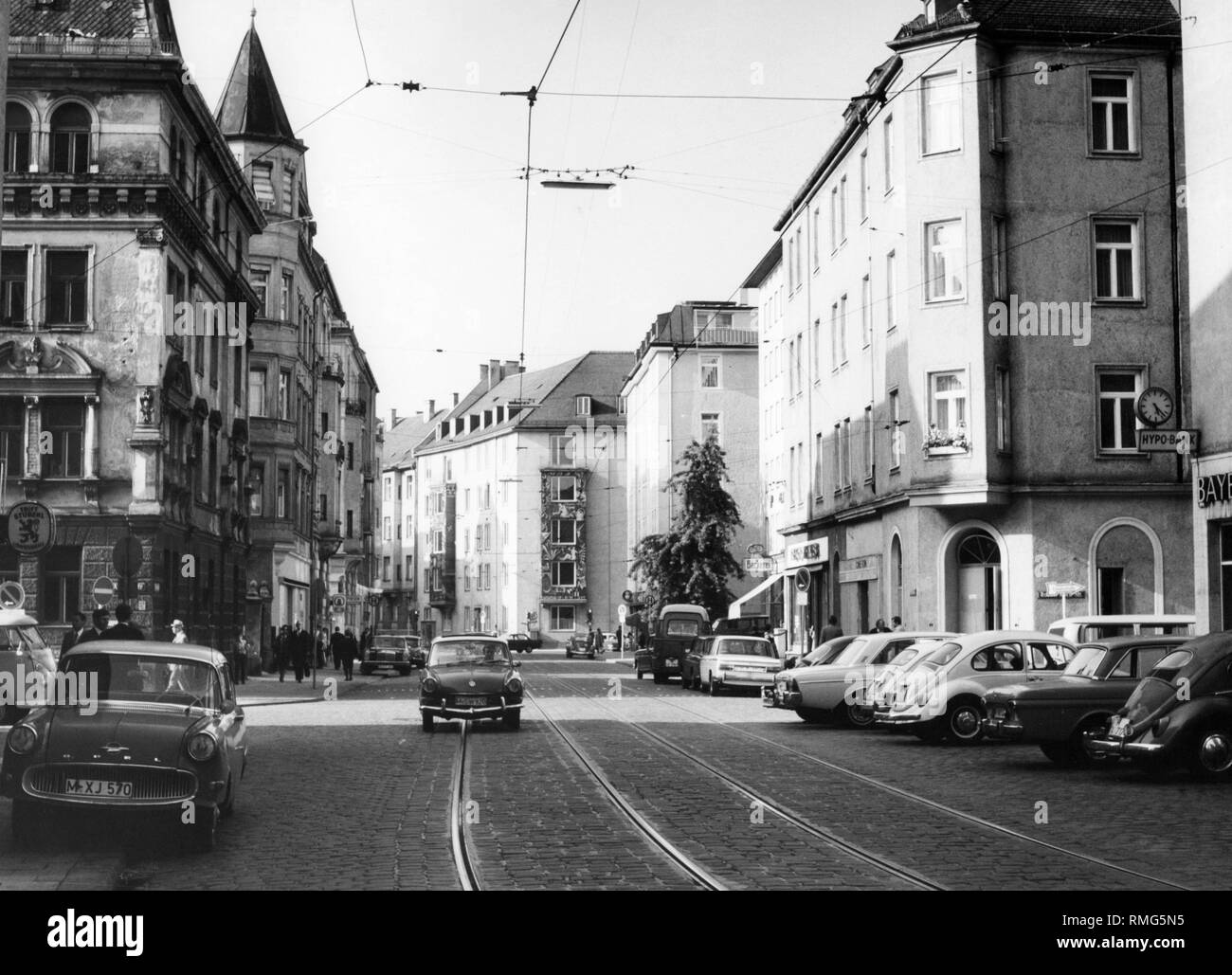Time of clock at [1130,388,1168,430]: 5:22
